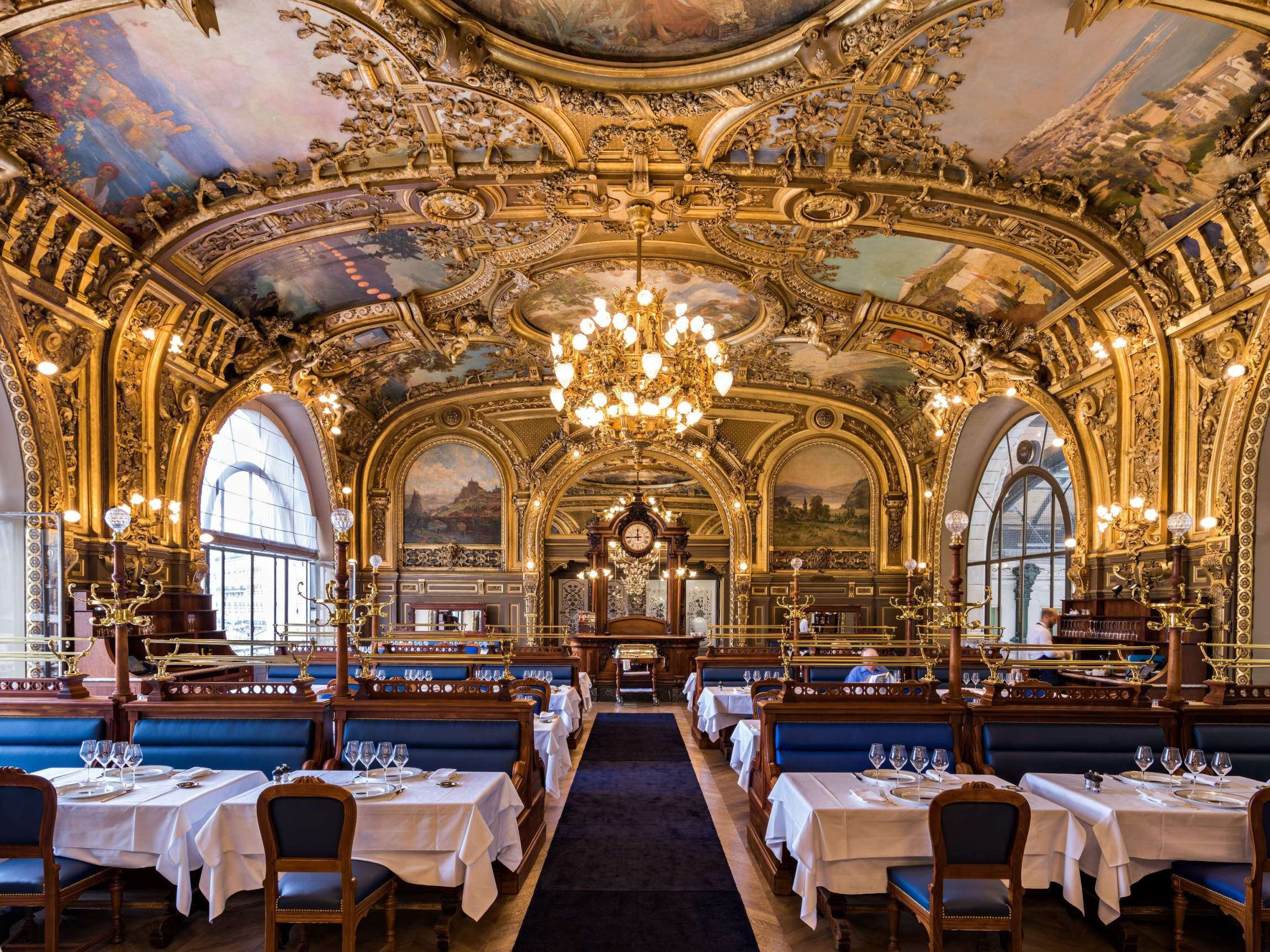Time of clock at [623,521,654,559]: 11:44
